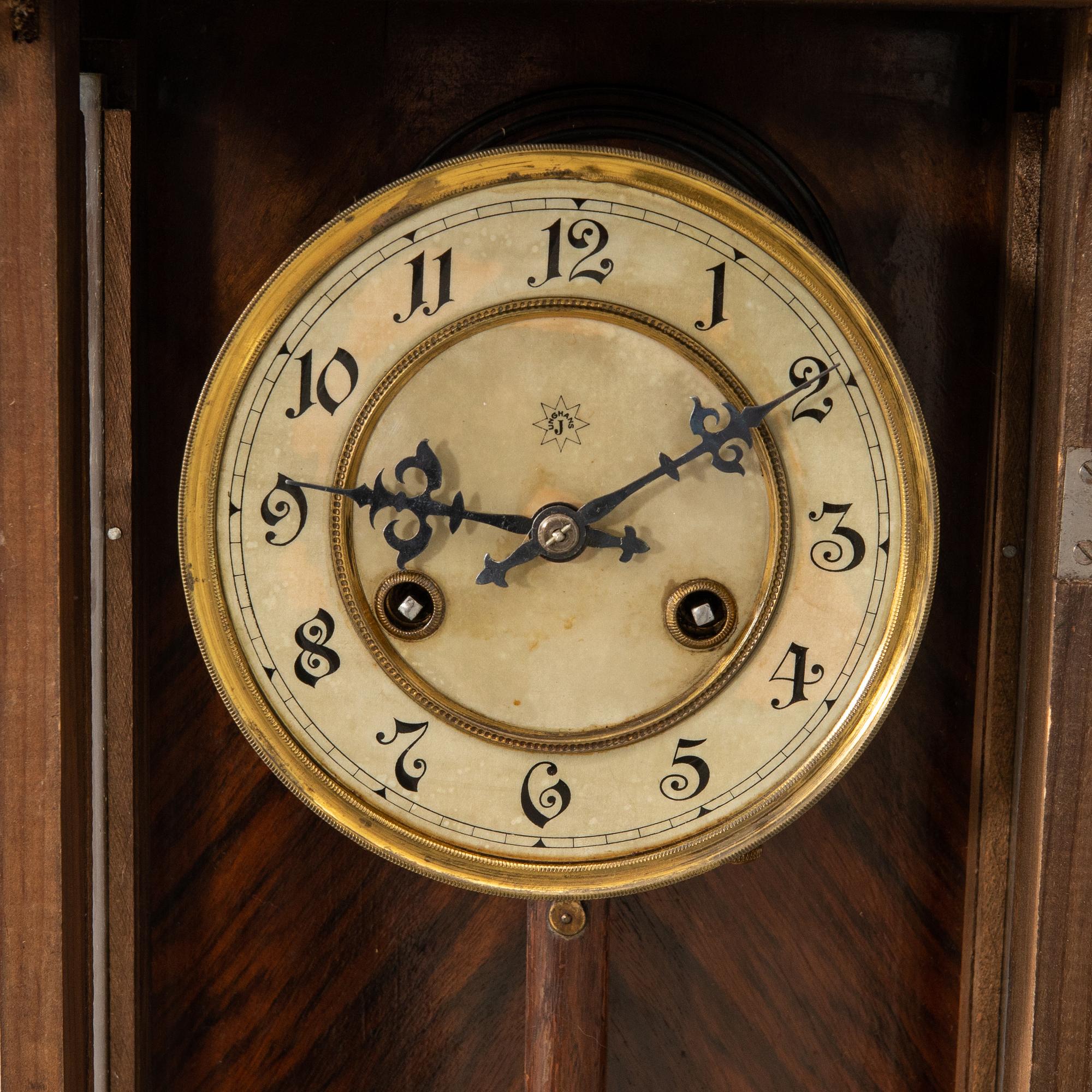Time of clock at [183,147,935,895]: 9:09
